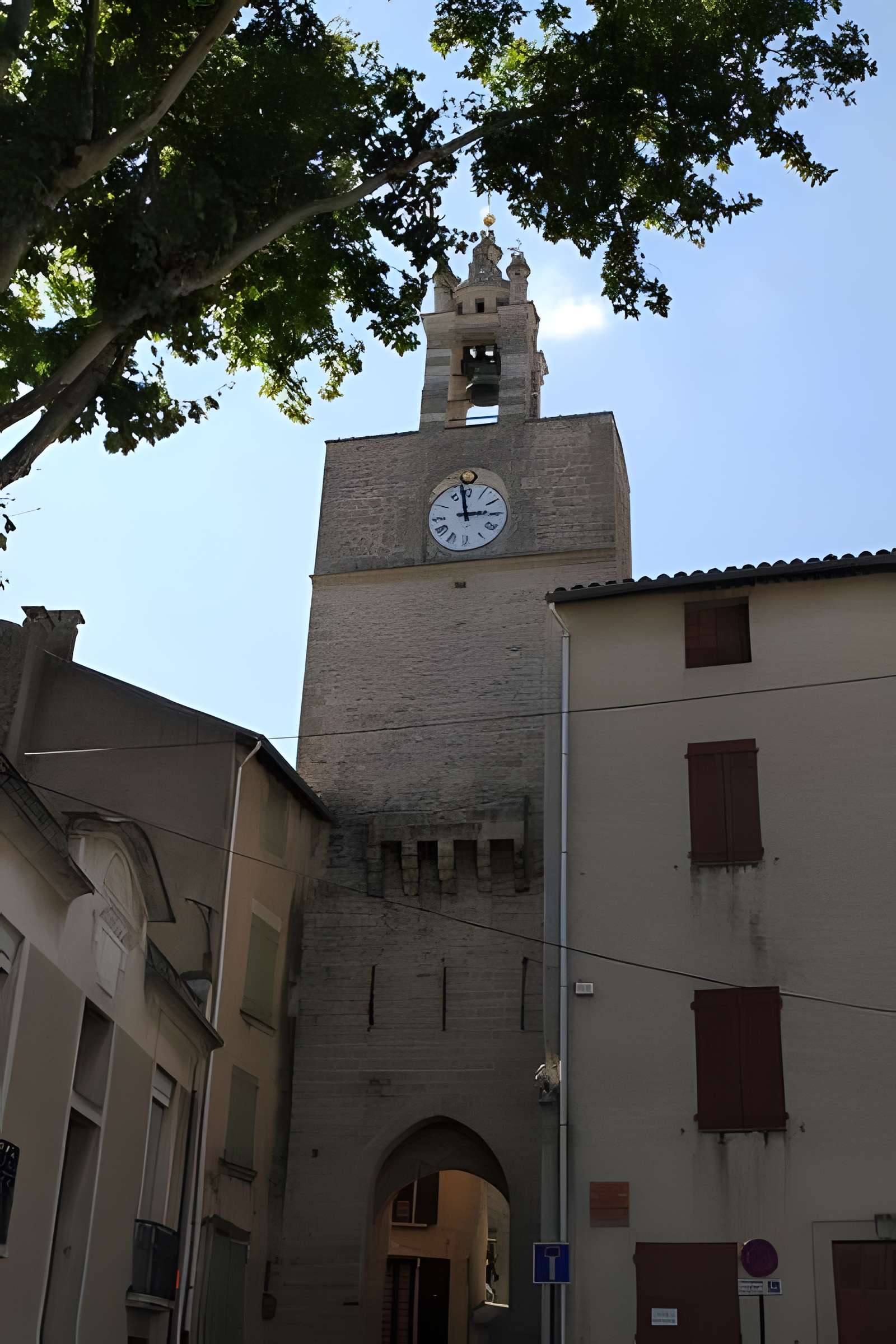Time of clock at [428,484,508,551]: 2:58
